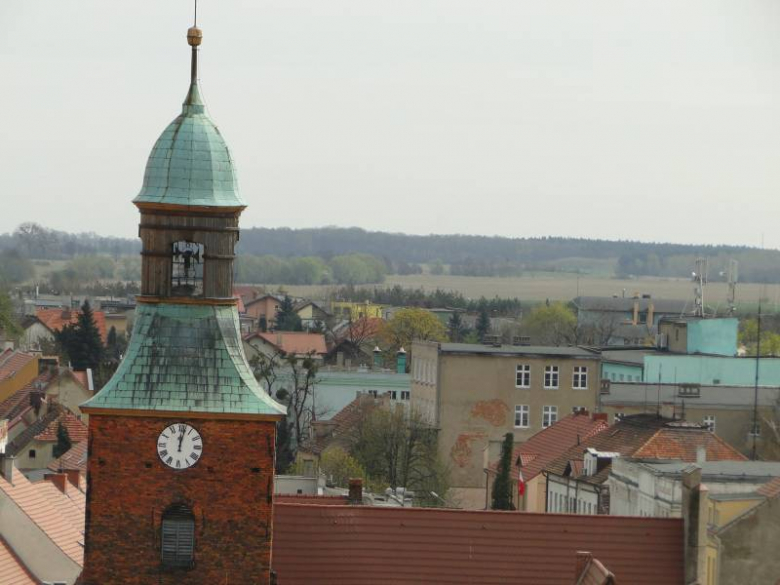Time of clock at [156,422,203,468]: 12:01
